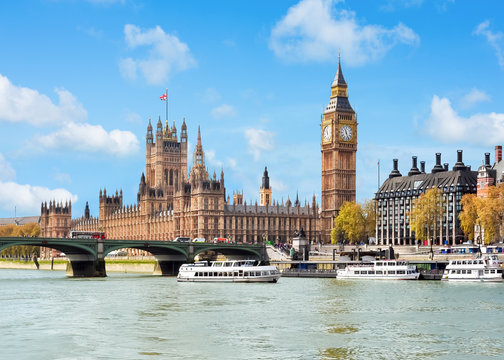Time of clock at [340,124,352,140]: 11:26
